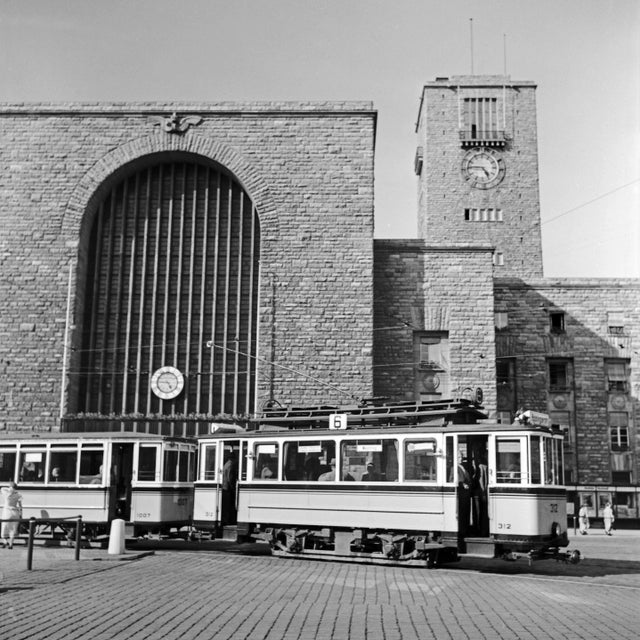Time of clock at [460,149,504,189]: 4:46
